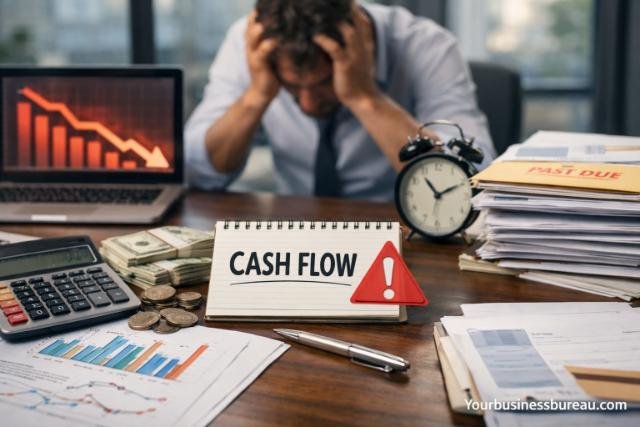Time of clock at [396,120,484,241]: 1:53
